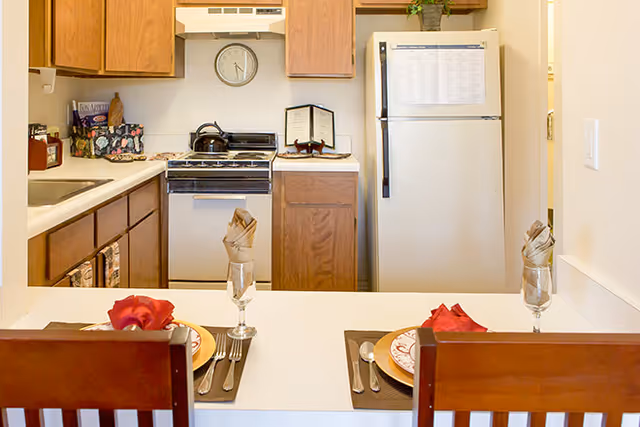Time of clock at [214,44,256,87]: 4:28
